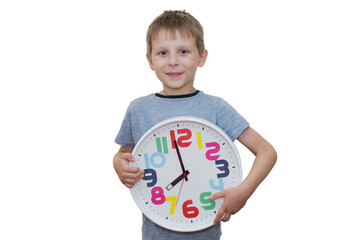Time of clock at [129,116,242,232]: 7:58
